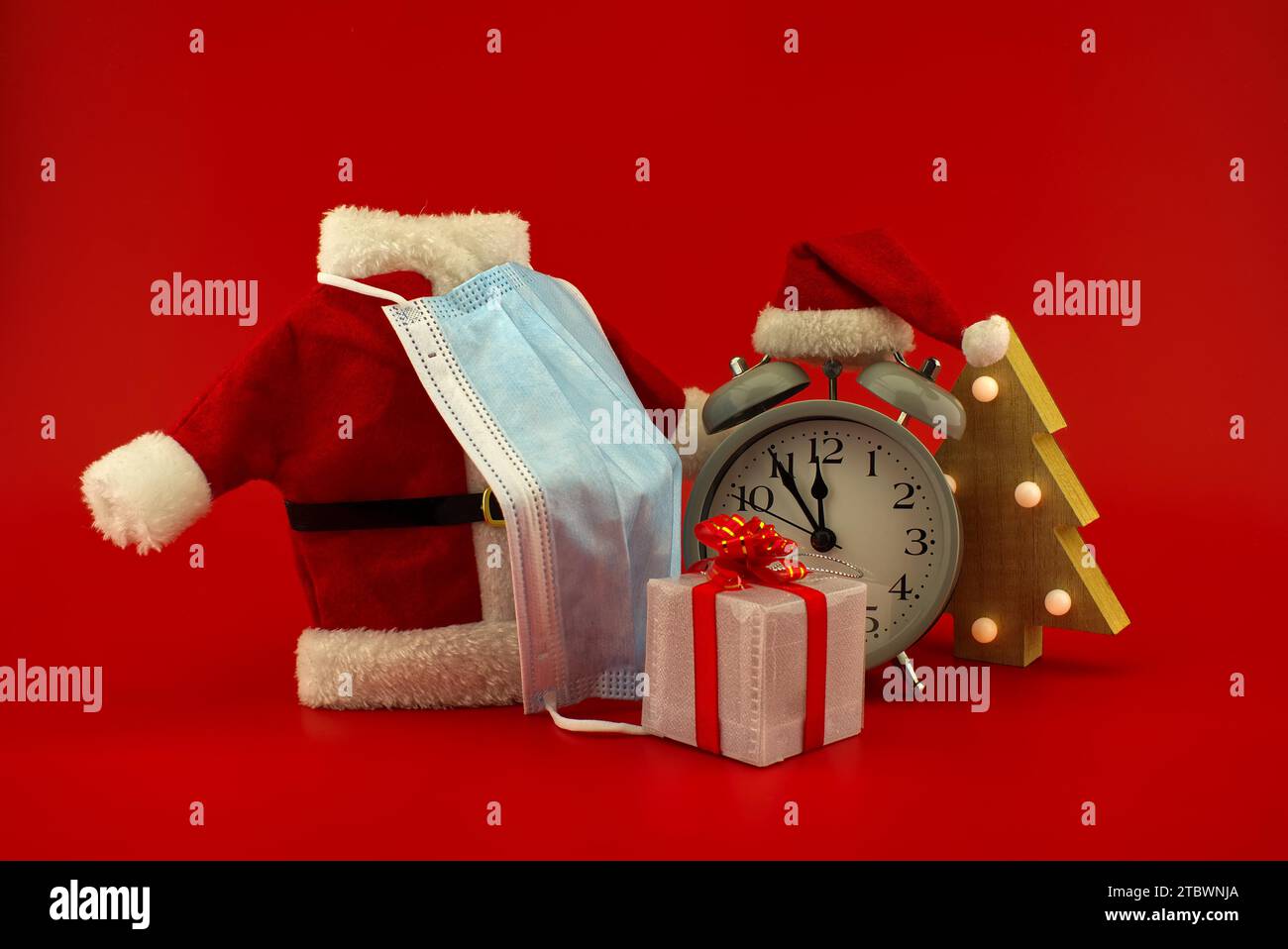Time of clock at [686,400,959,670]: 11:54
